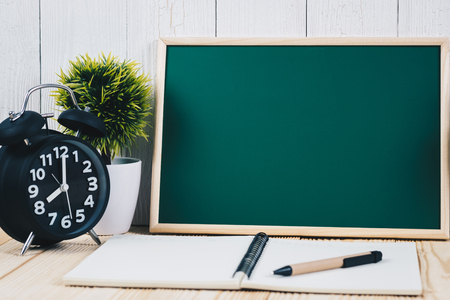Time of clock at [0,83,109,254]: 8:01
